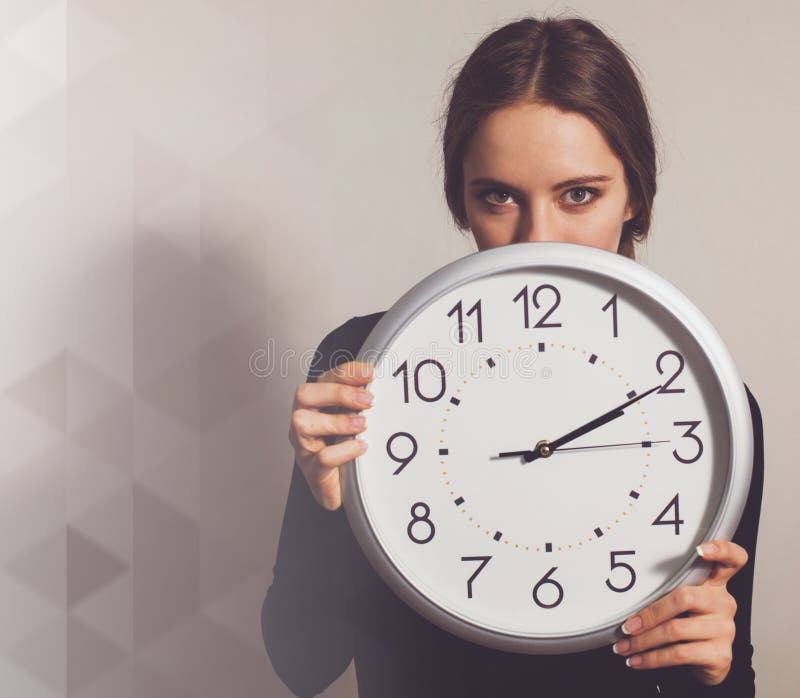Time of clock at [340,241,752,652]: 2:10
